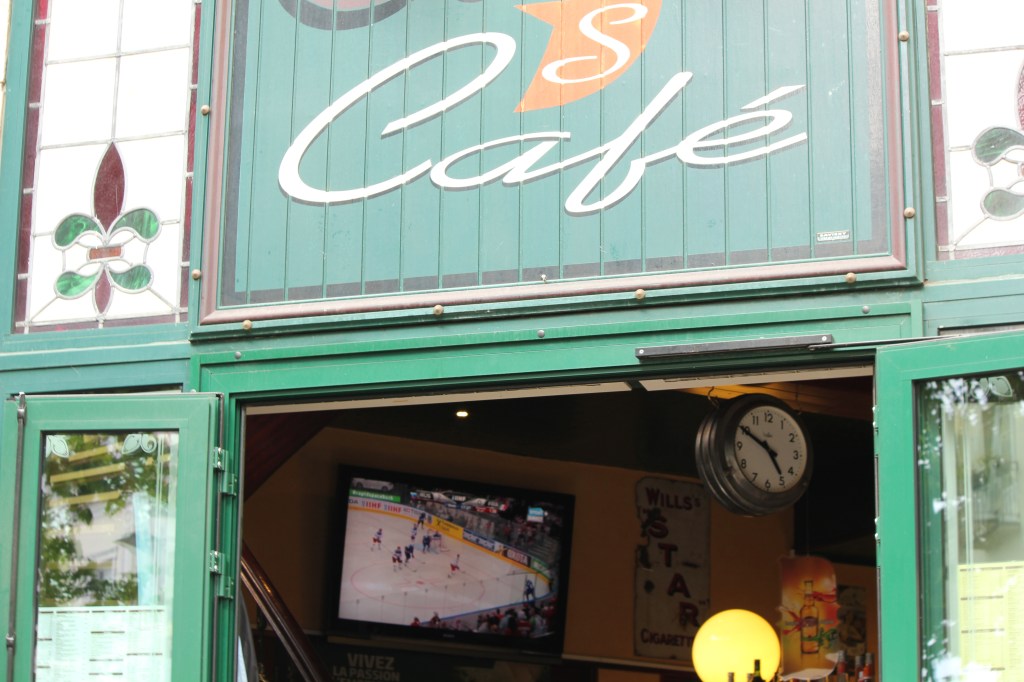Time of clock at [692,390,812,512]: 4:50
